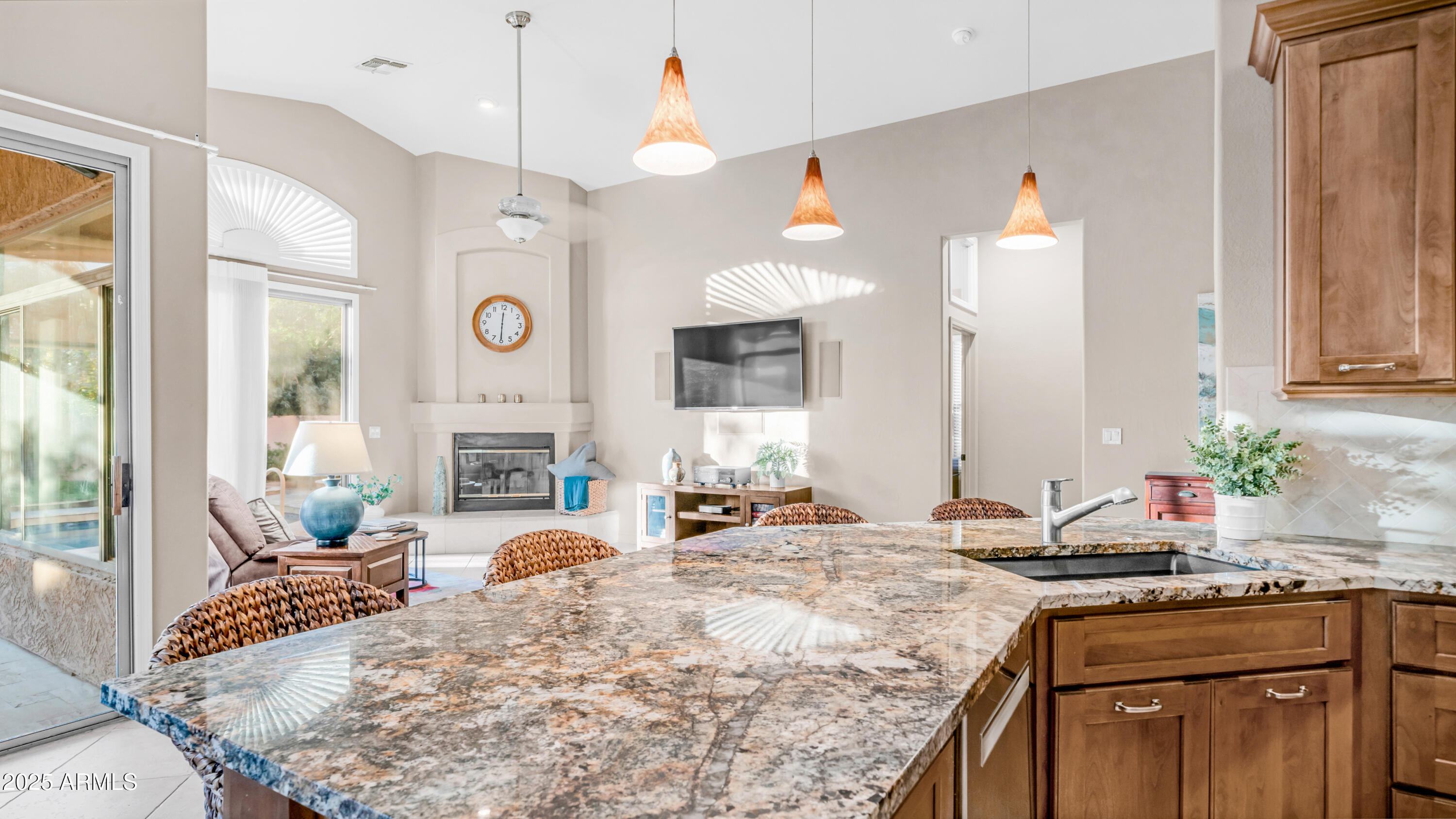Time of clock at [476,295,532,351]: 6:00
